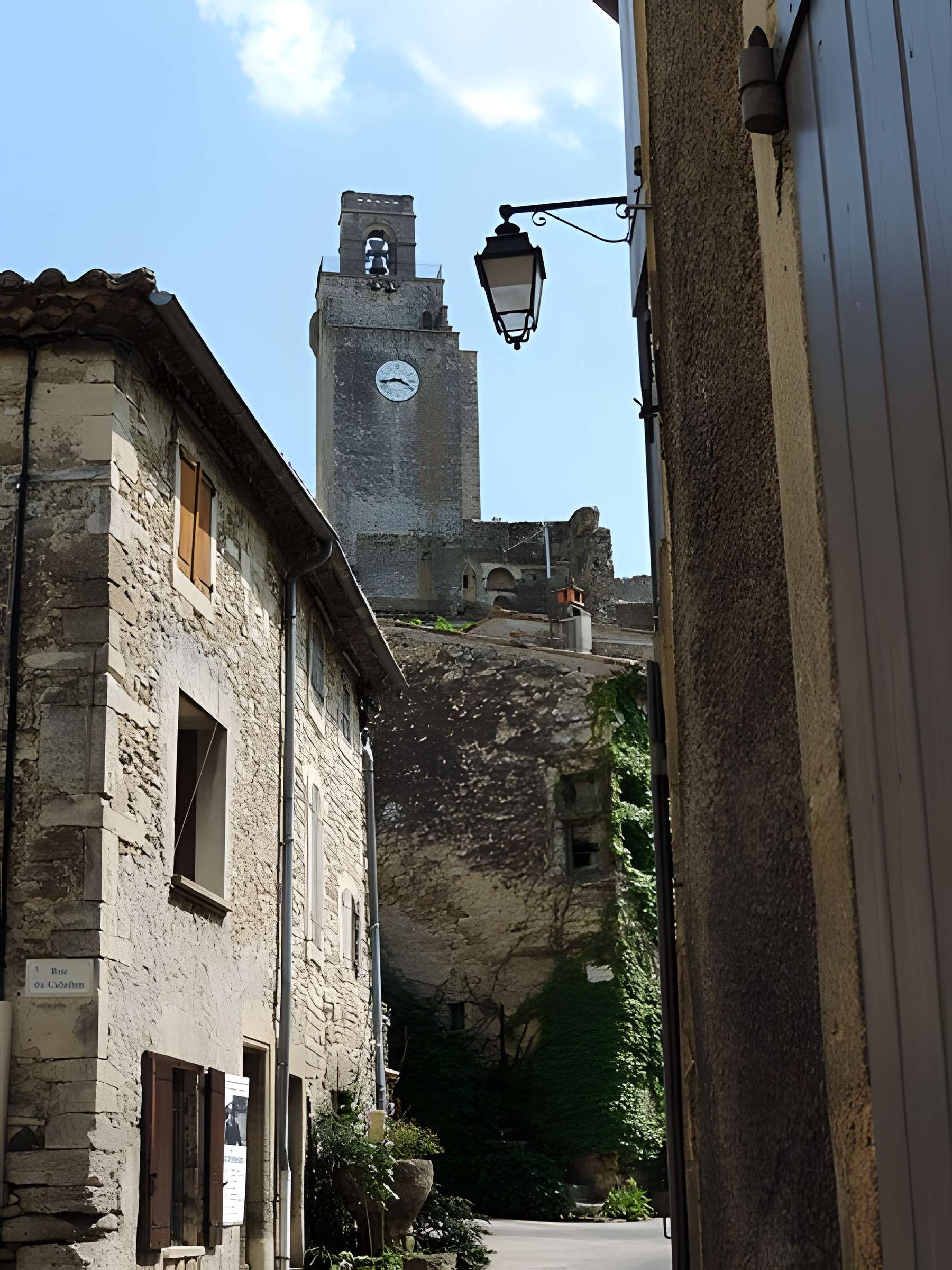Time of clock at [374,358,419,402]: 3:43
